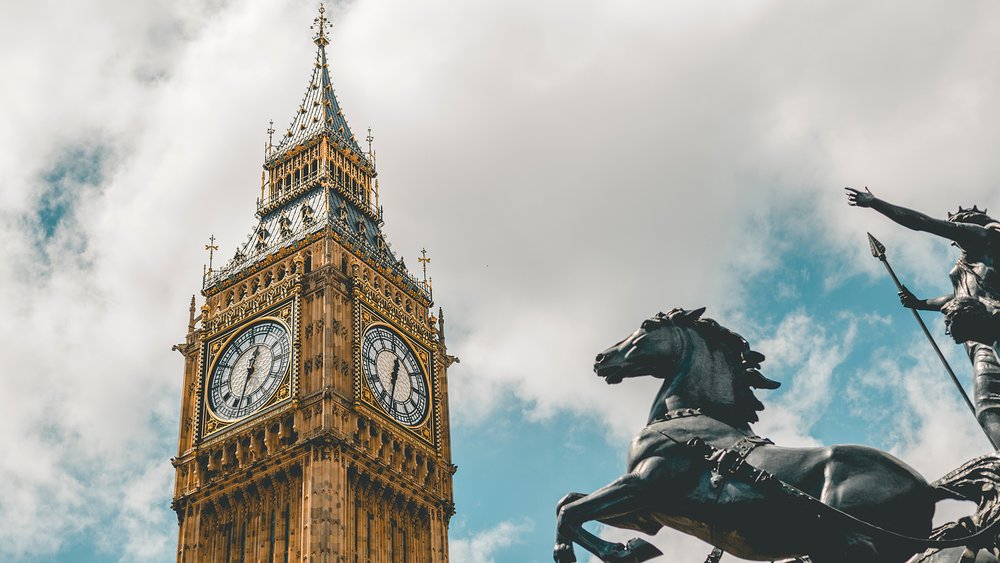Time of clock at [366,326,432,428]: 12:32
